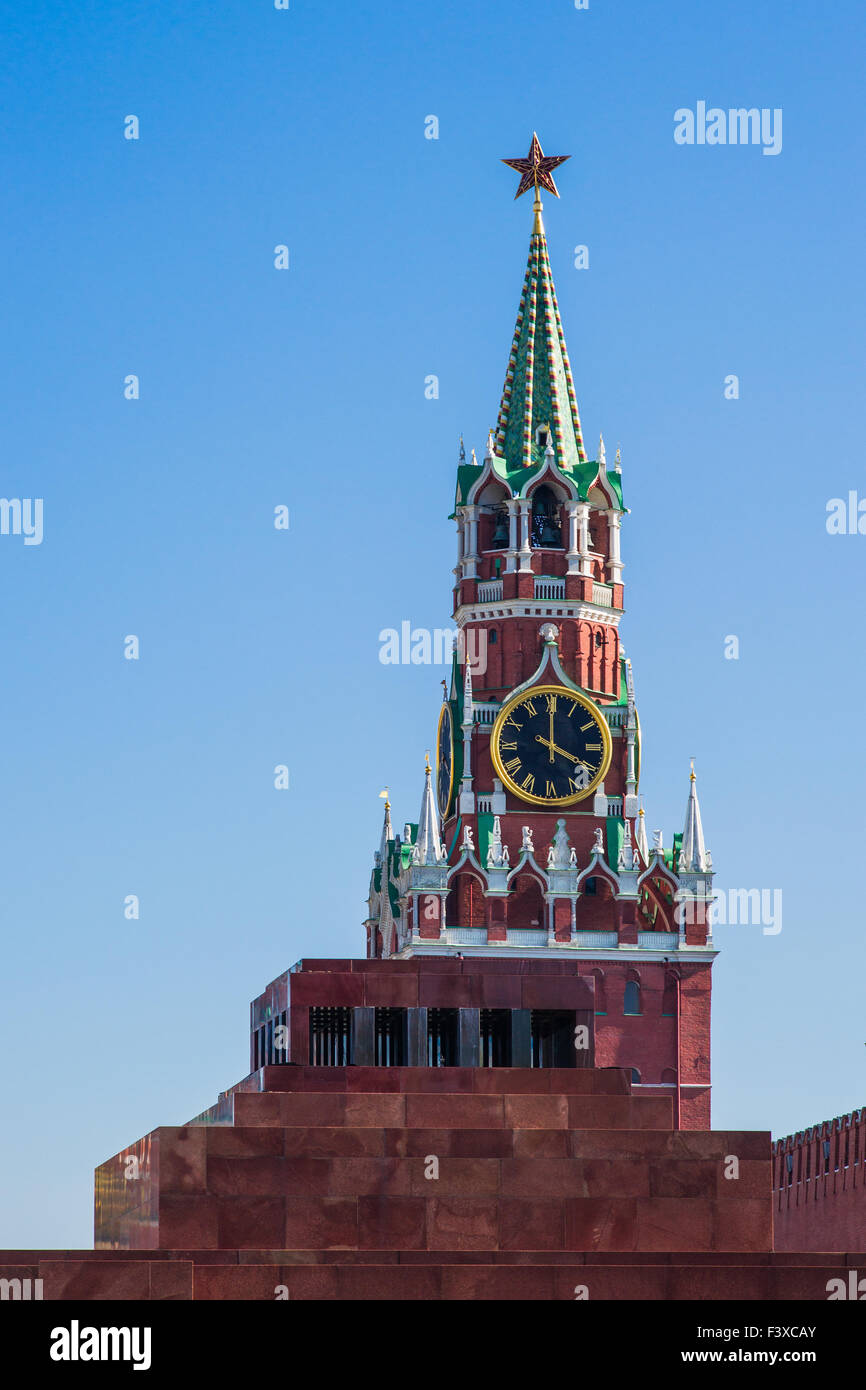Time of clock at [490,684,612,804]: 4:00
